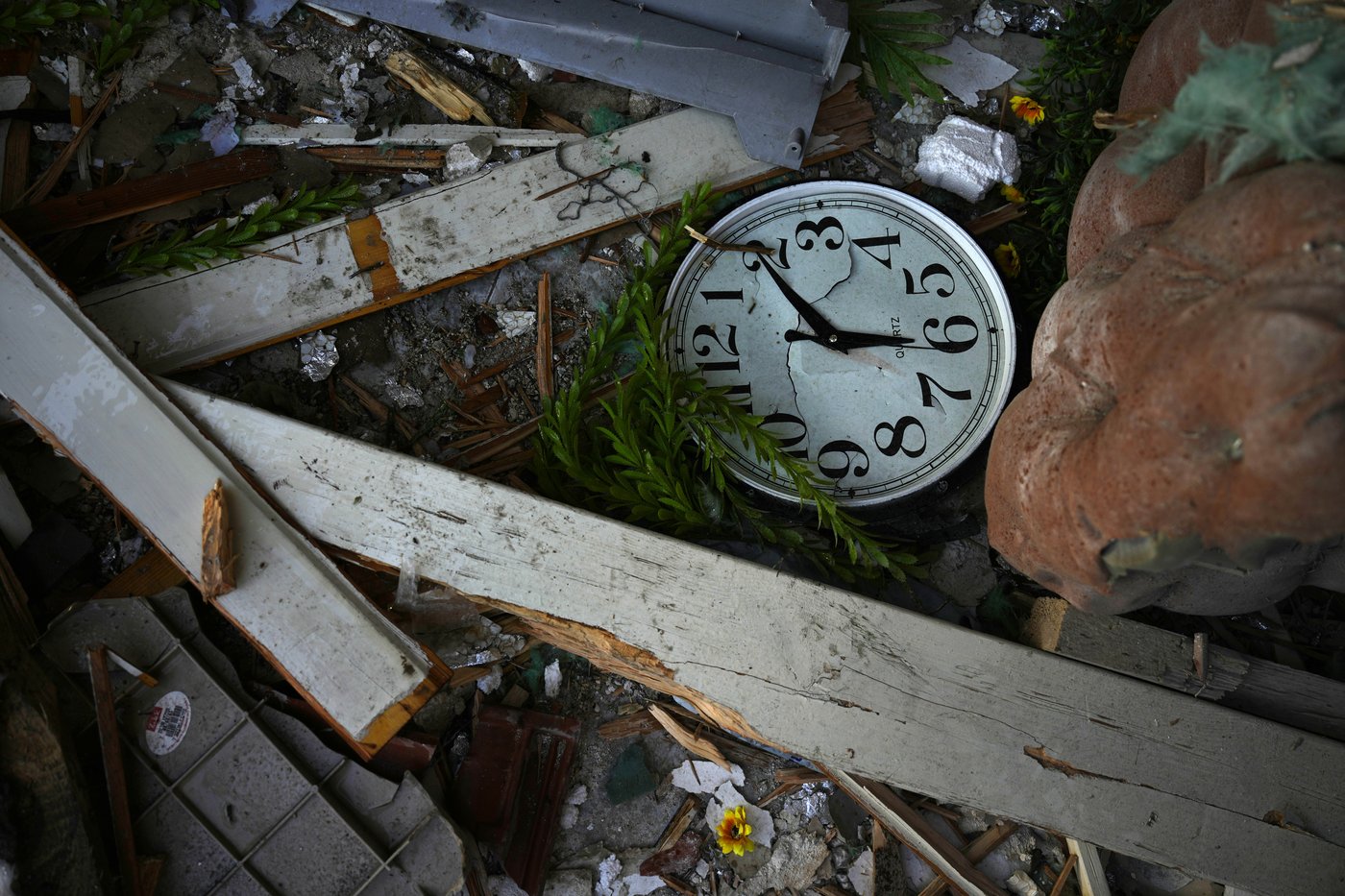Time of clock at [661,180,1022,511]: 2:54
